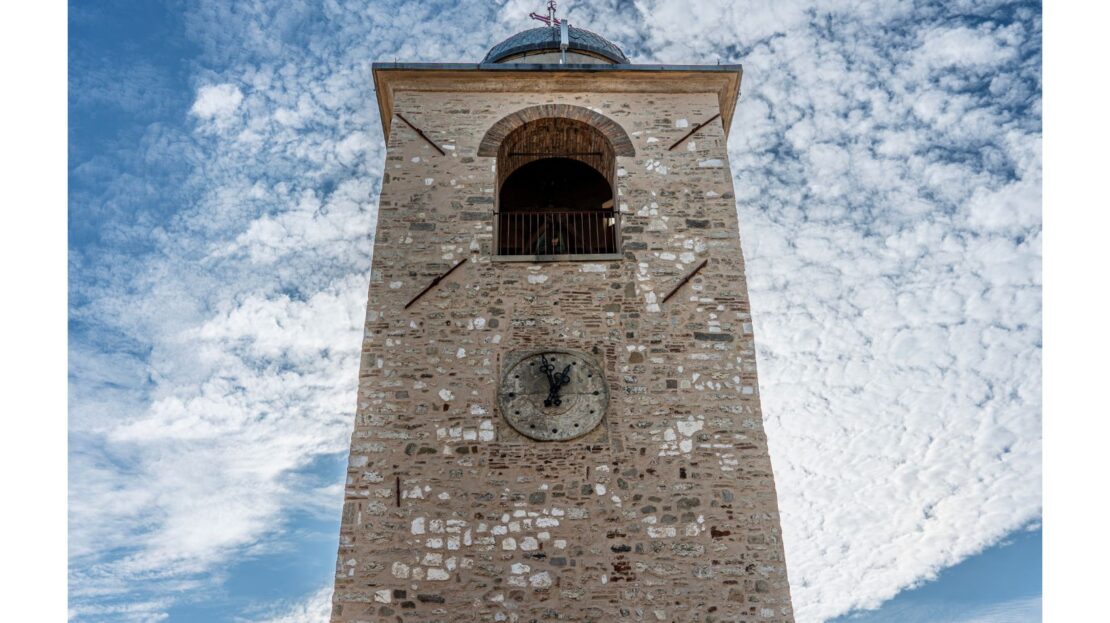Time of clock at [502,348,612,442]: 12:57
